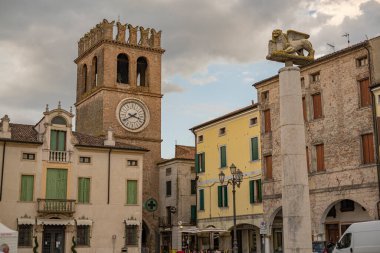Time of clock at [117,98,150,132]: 3:40
